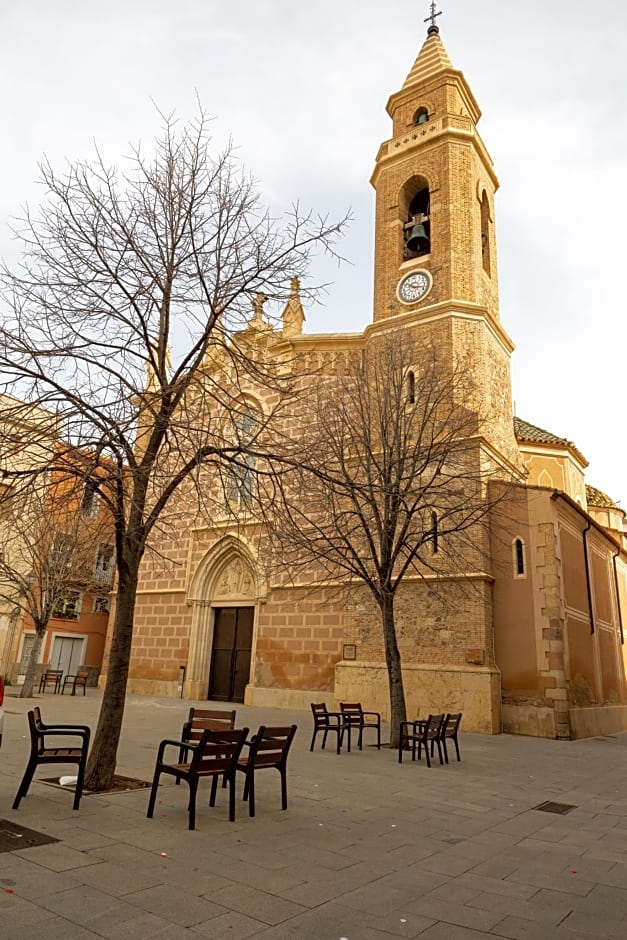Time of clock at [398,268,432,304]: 10:17
